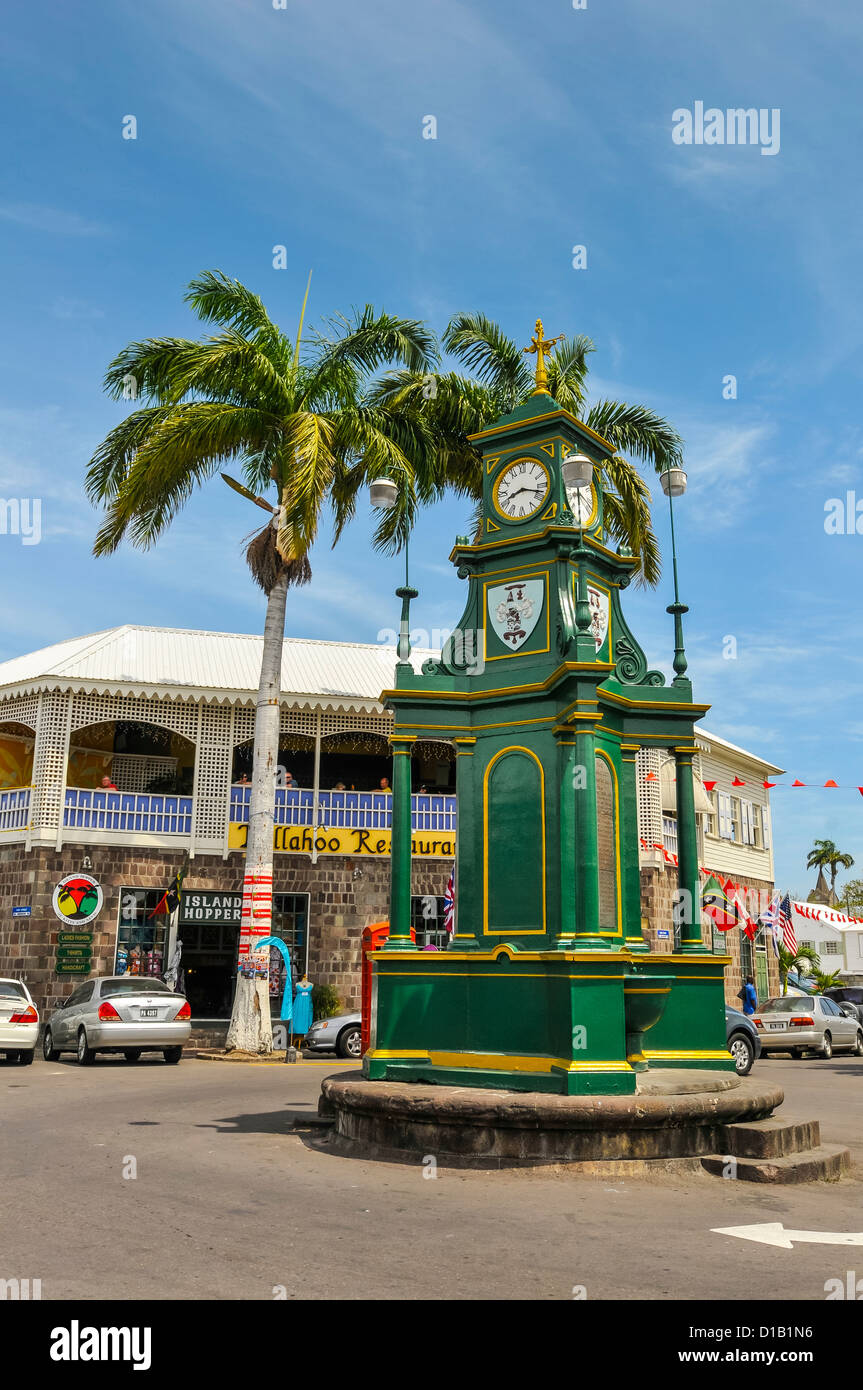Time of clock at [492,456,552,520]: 8:17
